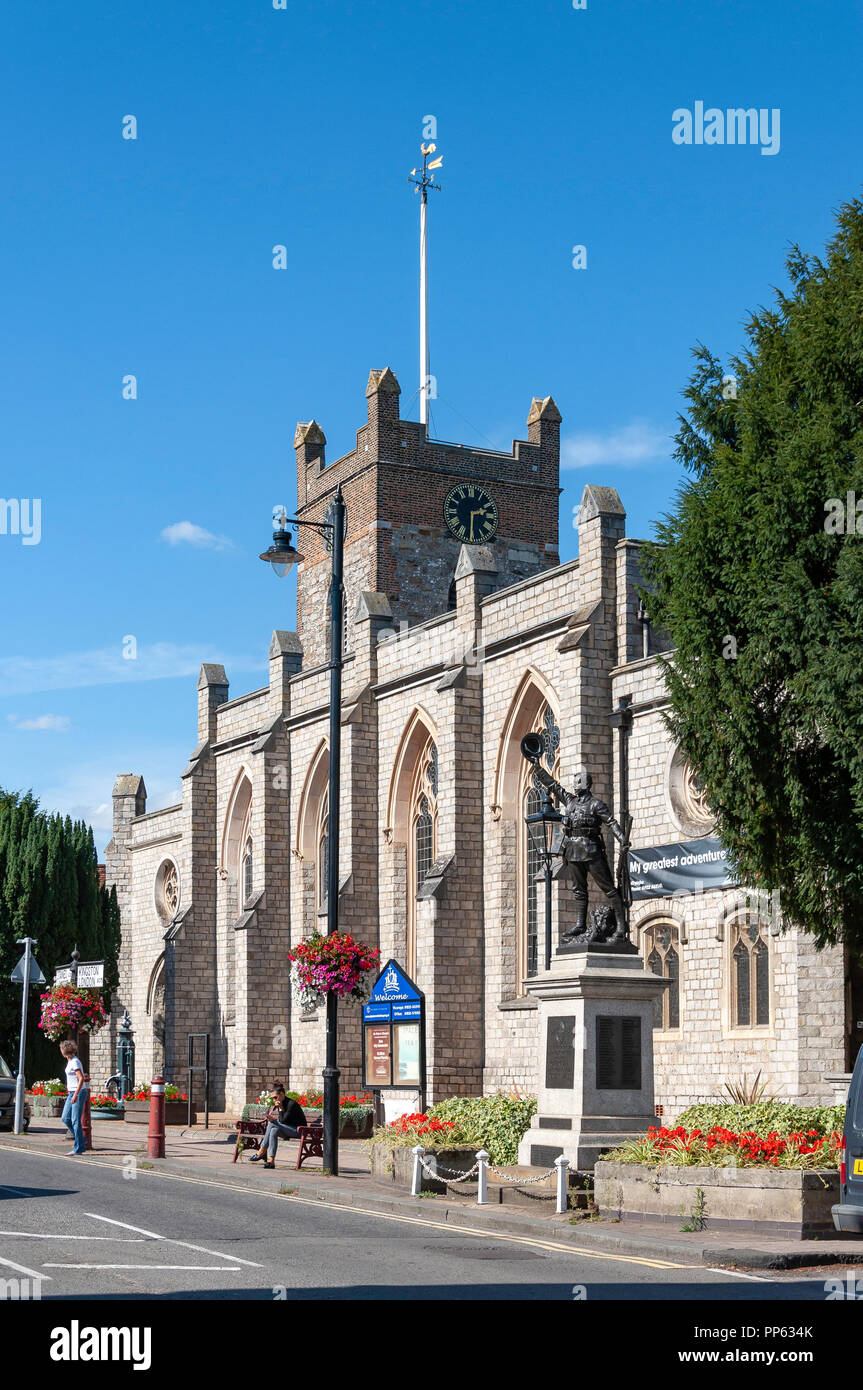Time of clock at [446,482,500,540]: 2:30
